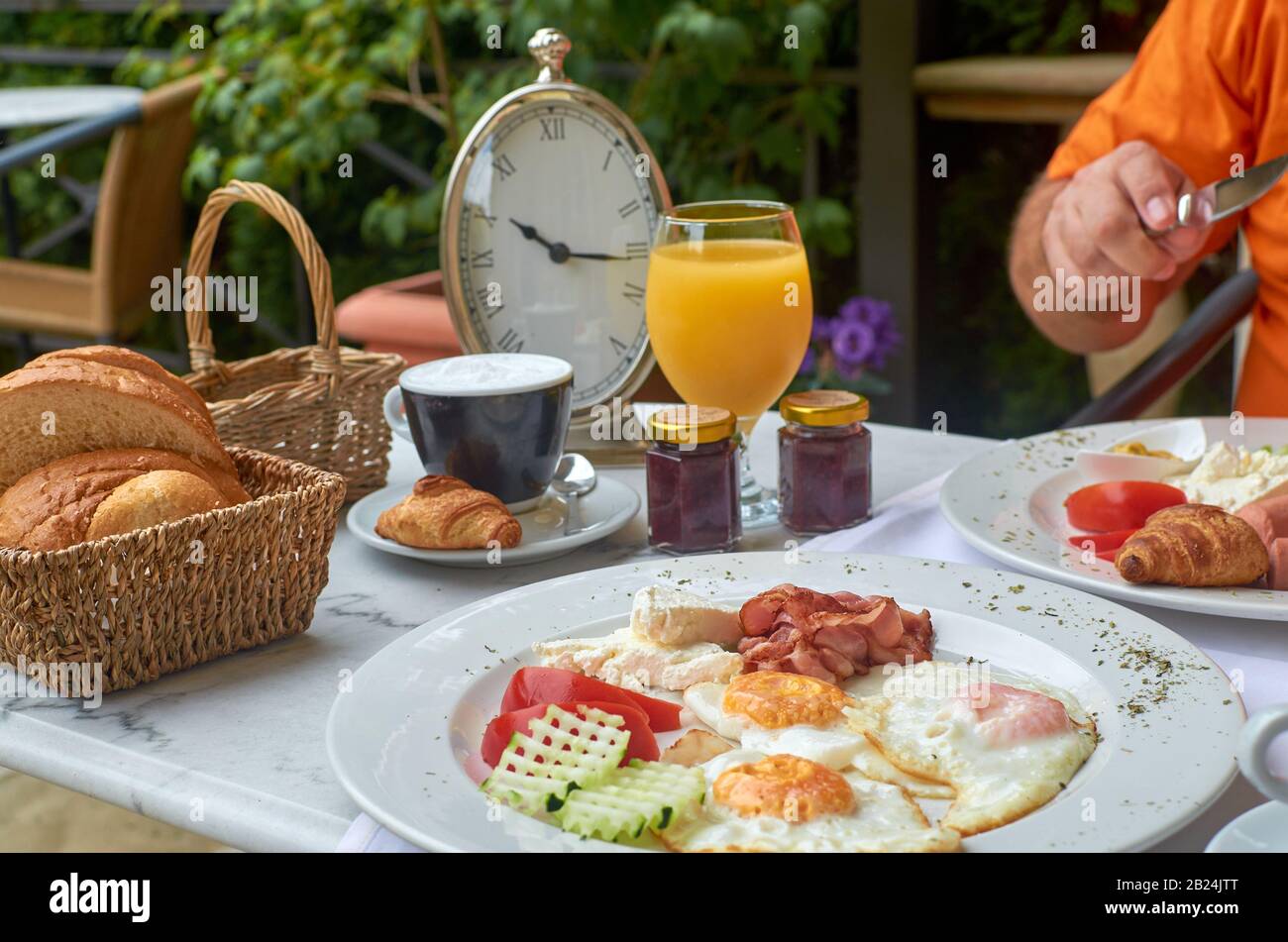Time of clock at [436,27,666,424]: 9:14
